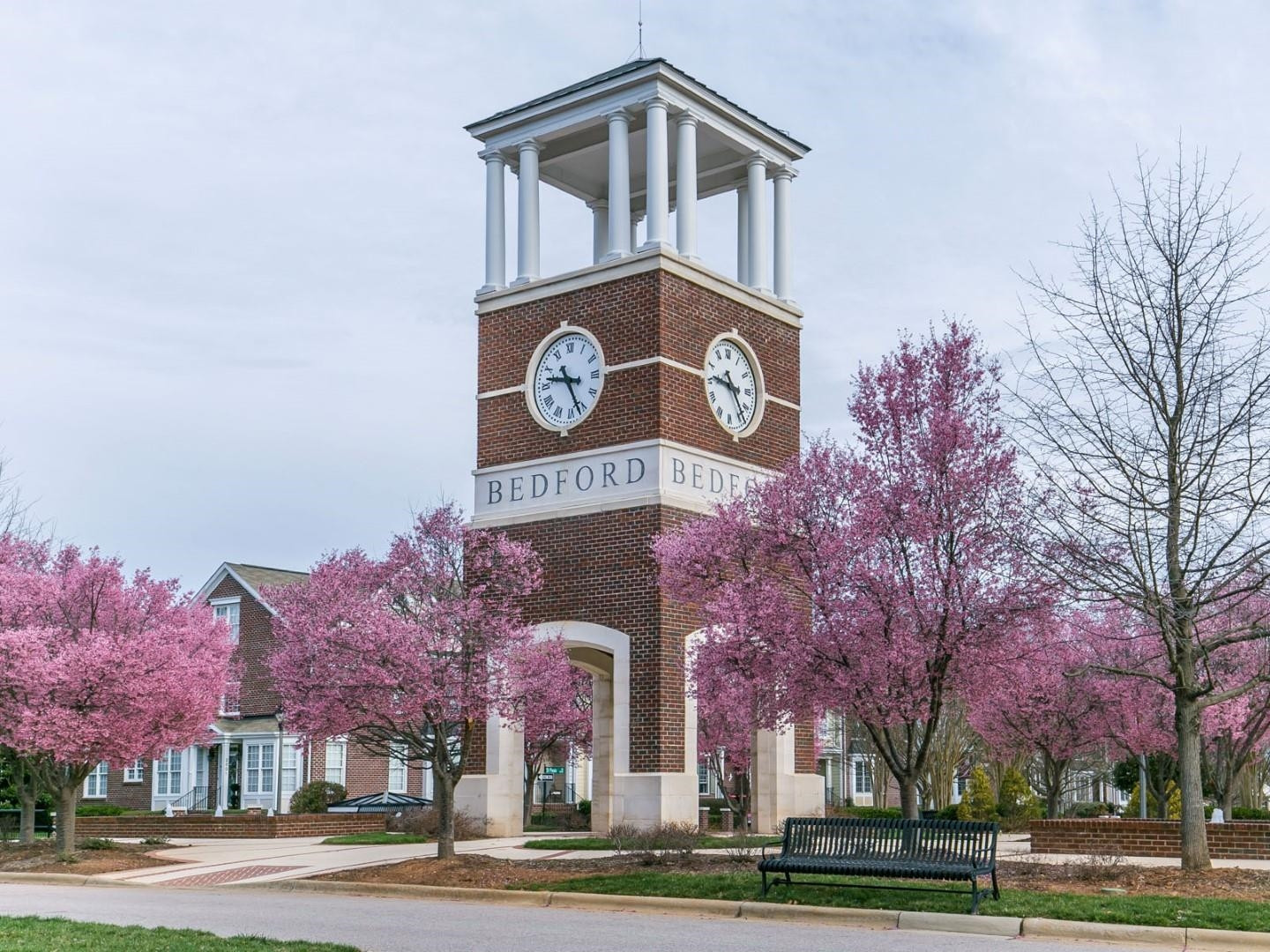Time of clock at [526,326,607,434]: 9:26
